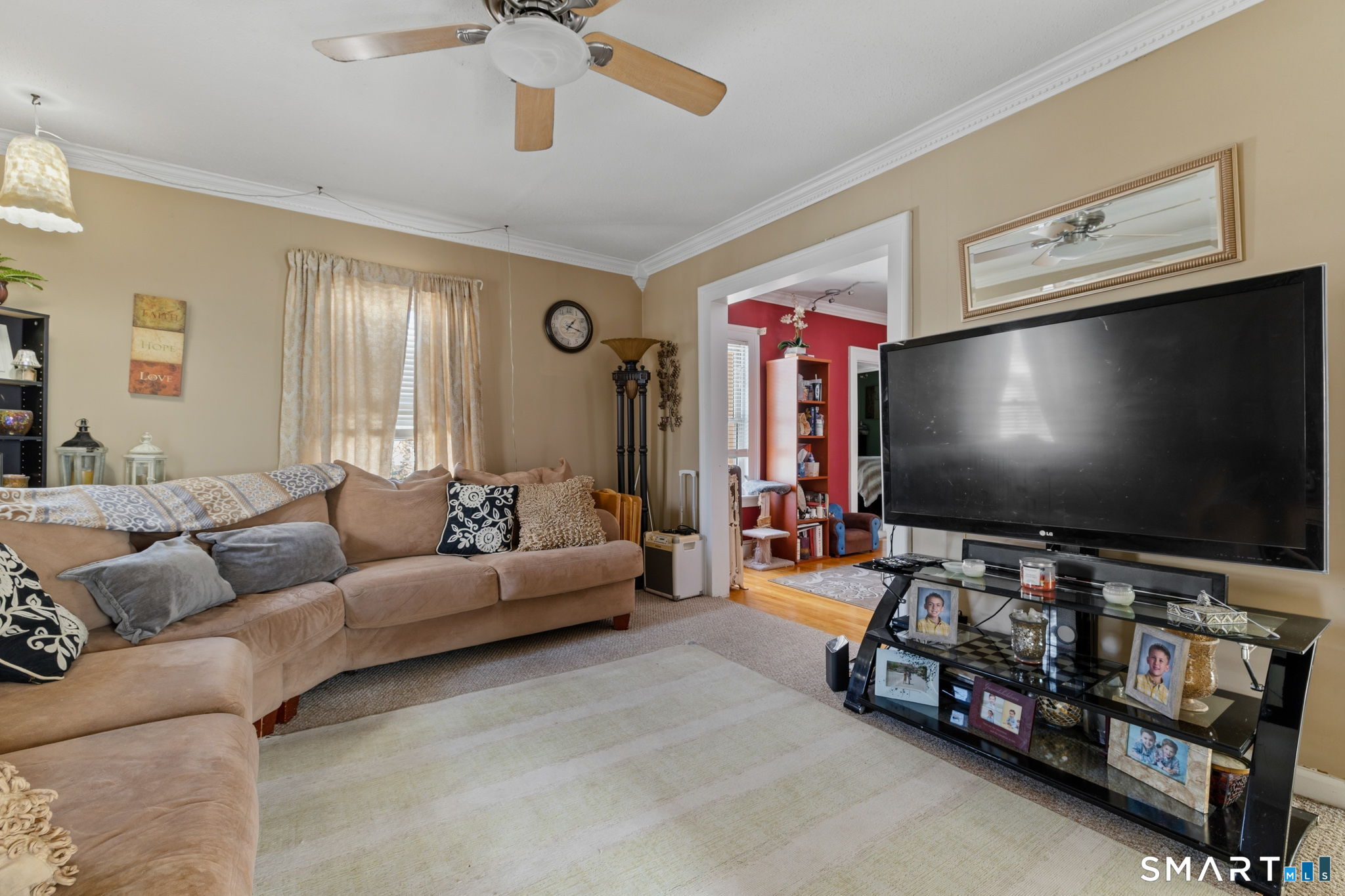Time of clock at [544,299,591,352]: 1:18
